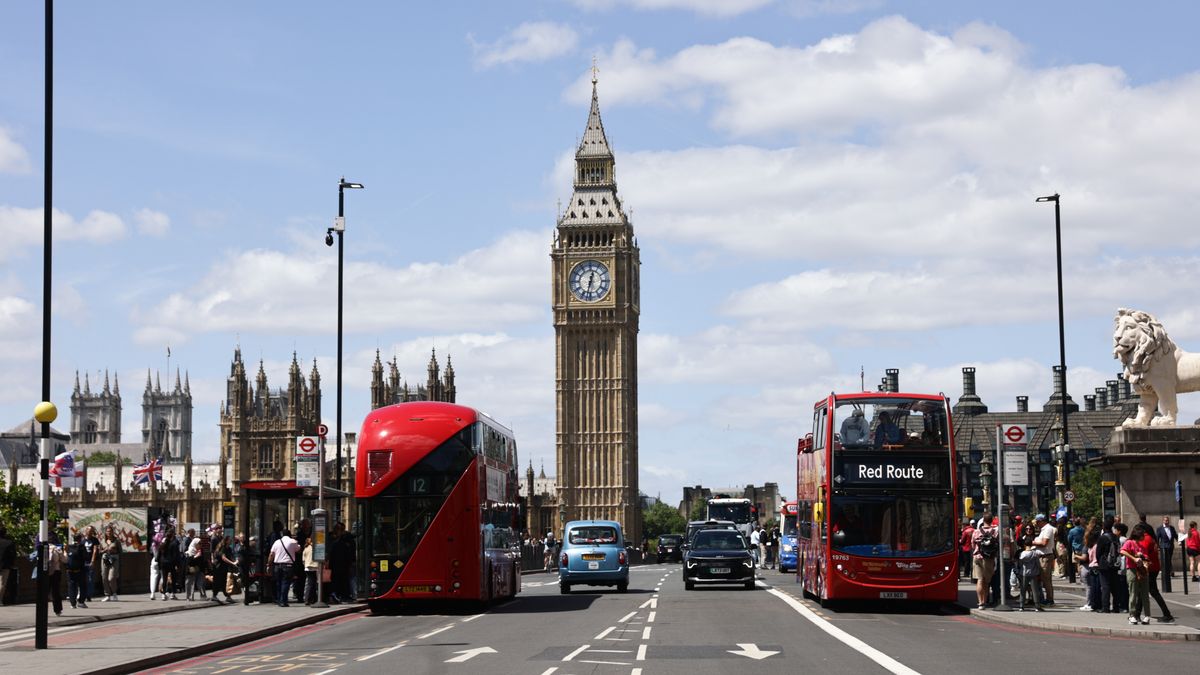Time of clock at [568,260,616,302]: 12:32
